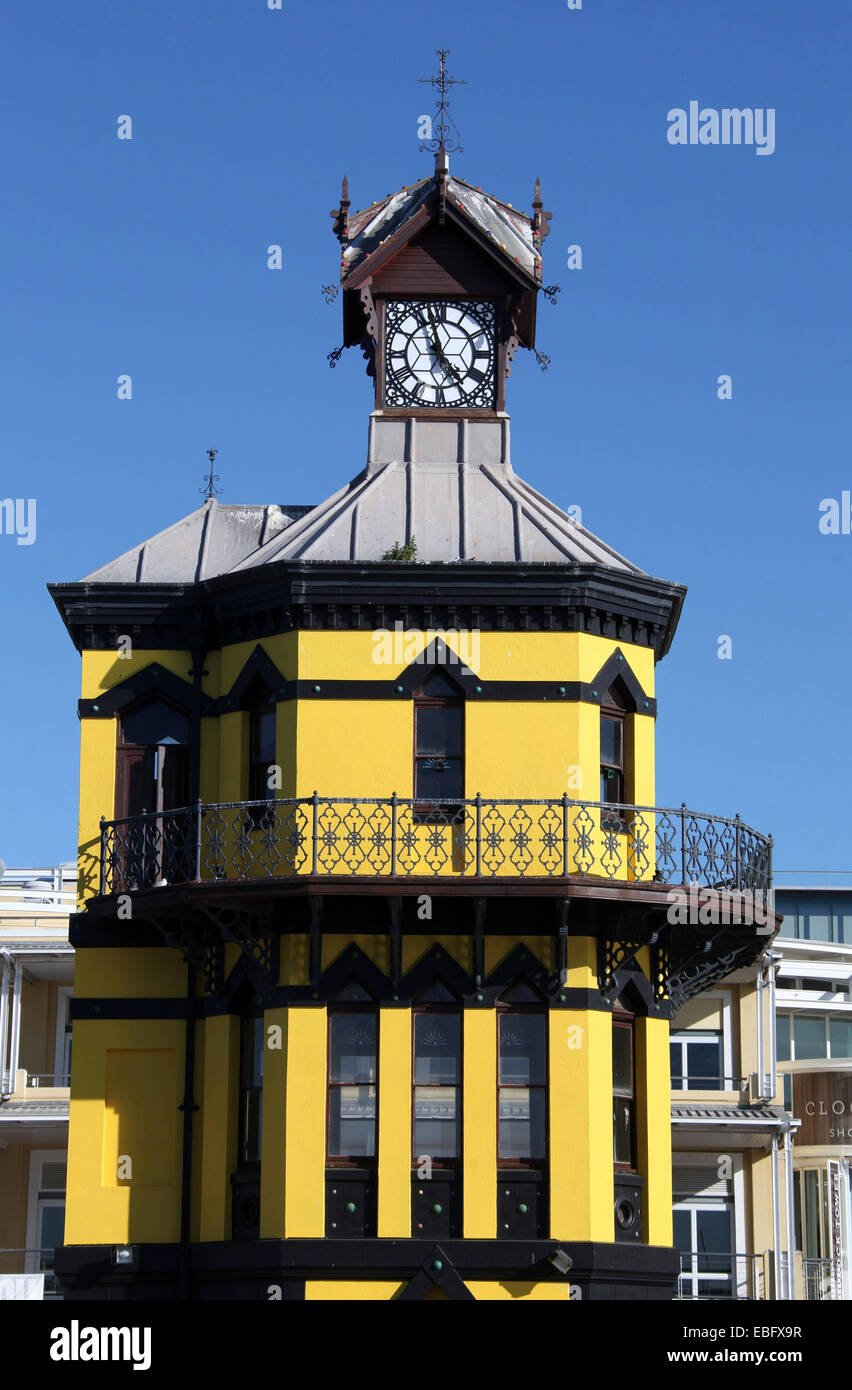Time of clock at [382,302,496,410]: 4:57
